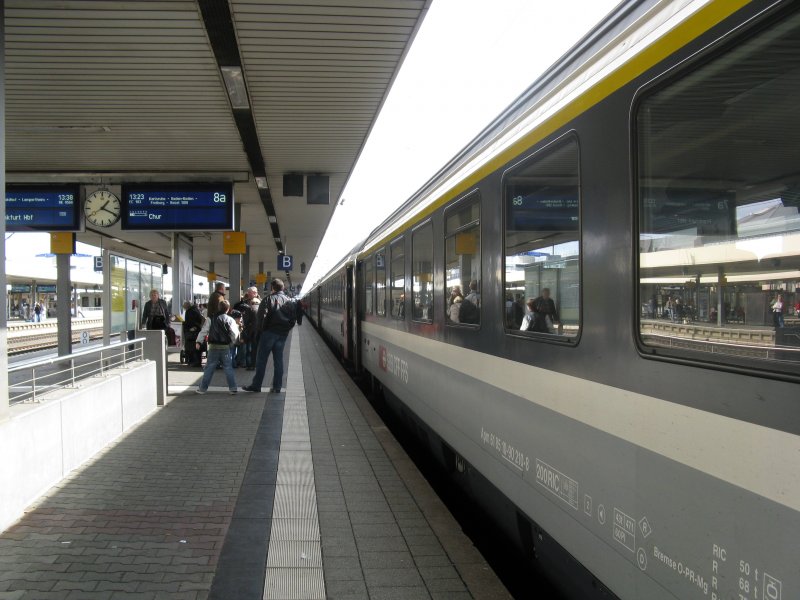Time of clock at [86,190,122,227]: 1:18
